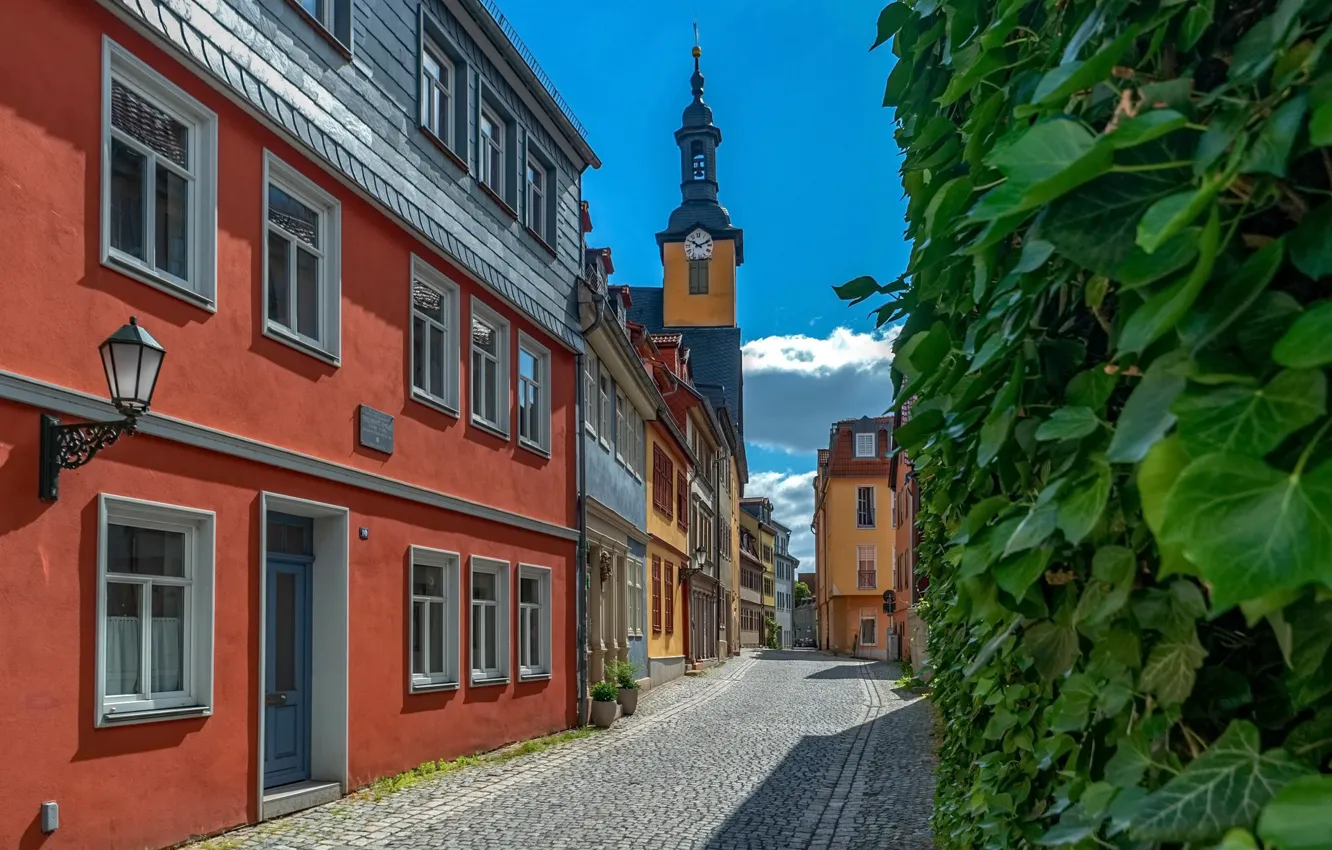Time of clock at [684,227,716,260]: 10:11
